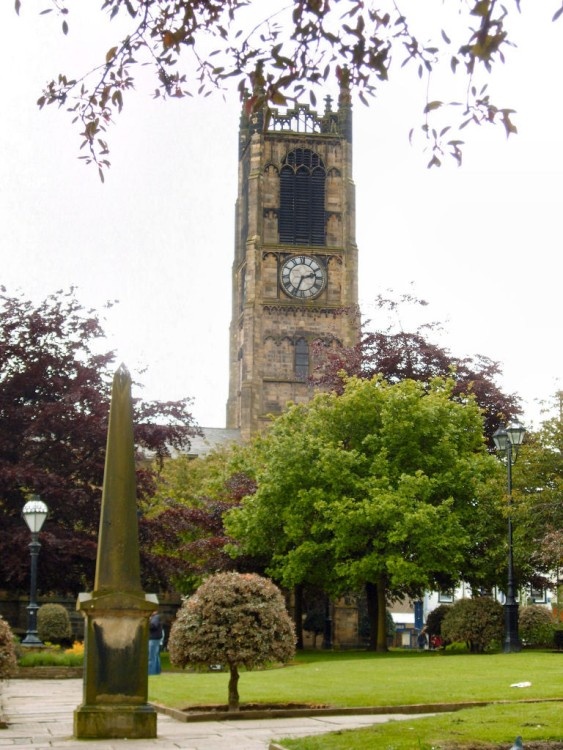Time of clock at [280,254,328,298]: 2:33
